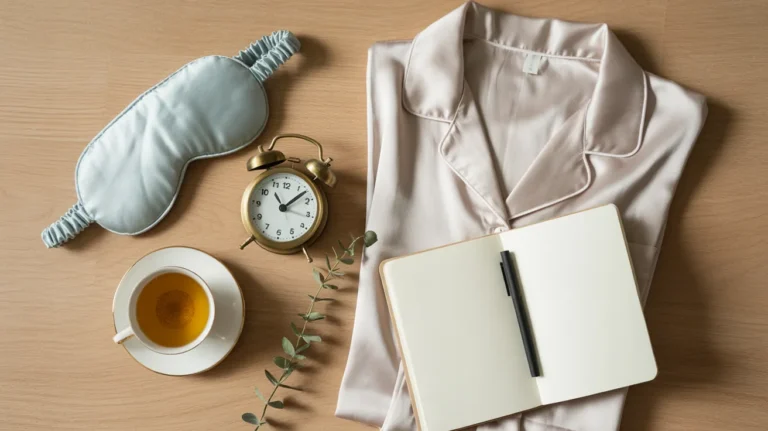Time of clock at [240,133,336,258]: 11:07
